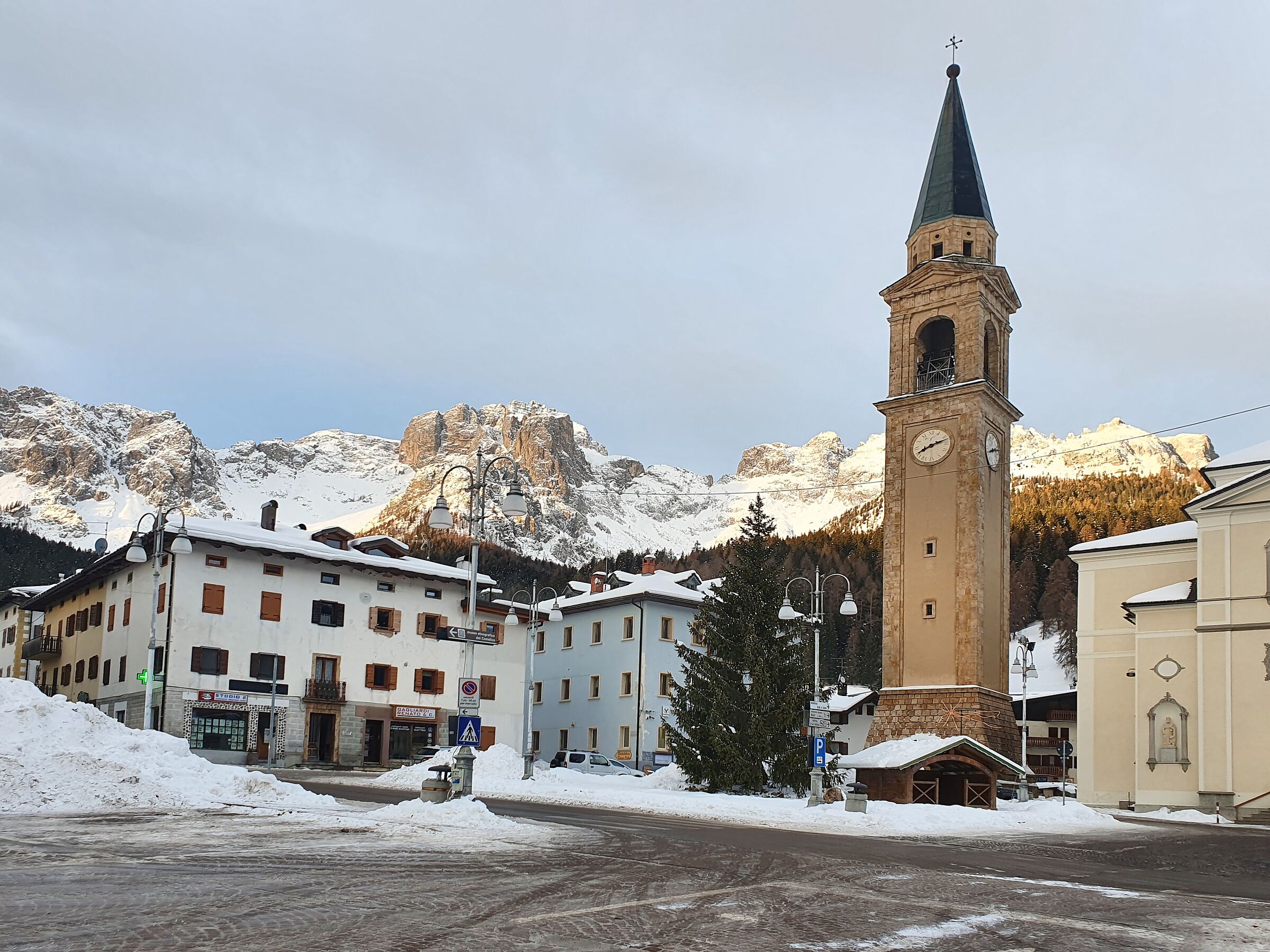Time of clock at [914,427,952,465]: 8:12
